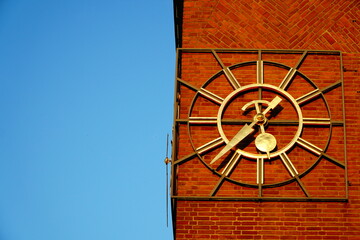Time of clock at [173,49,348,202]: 7:15
